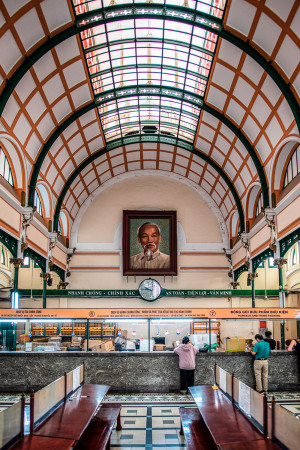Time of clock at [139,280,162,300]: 9:45
